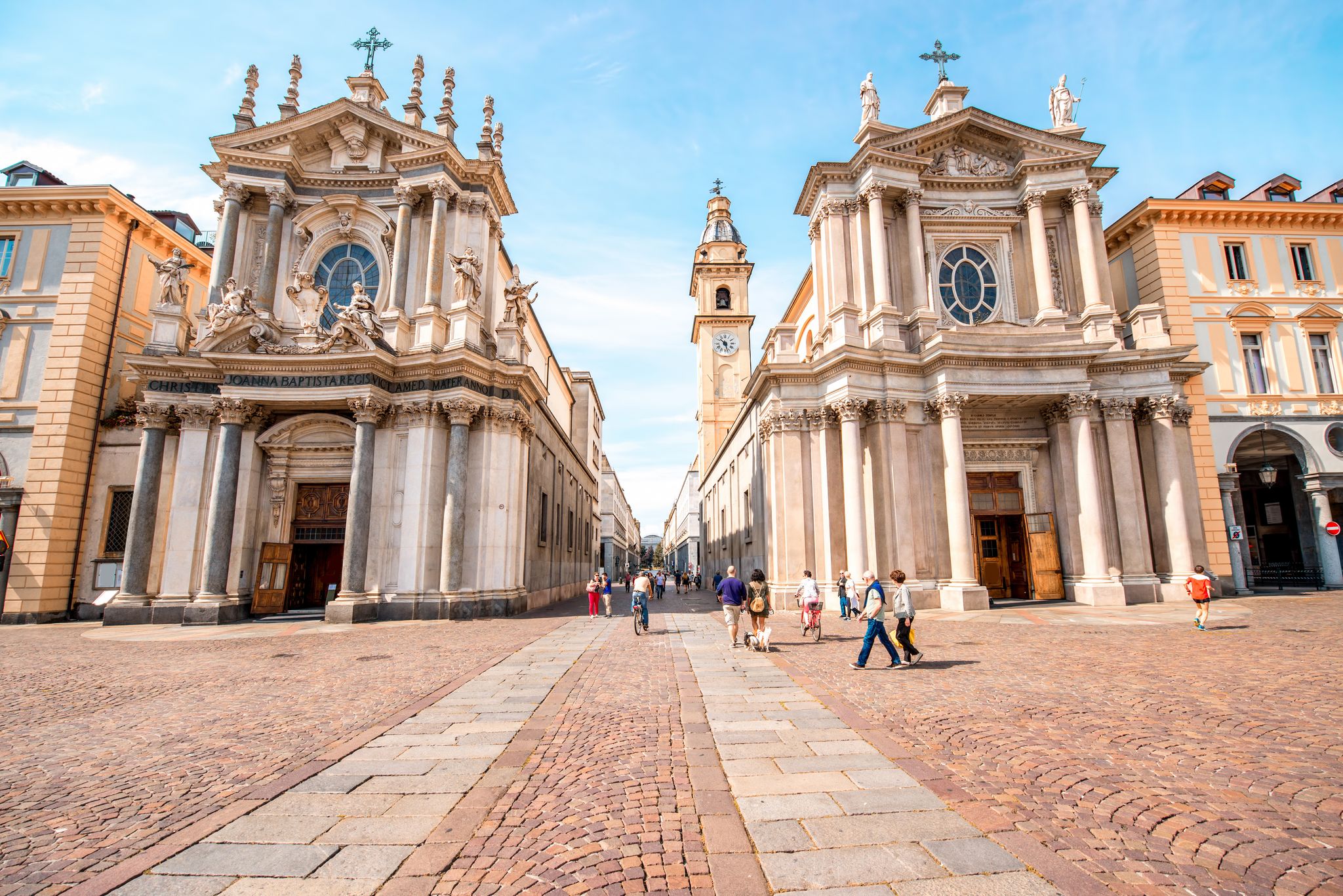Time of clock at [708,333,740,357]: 10:27
